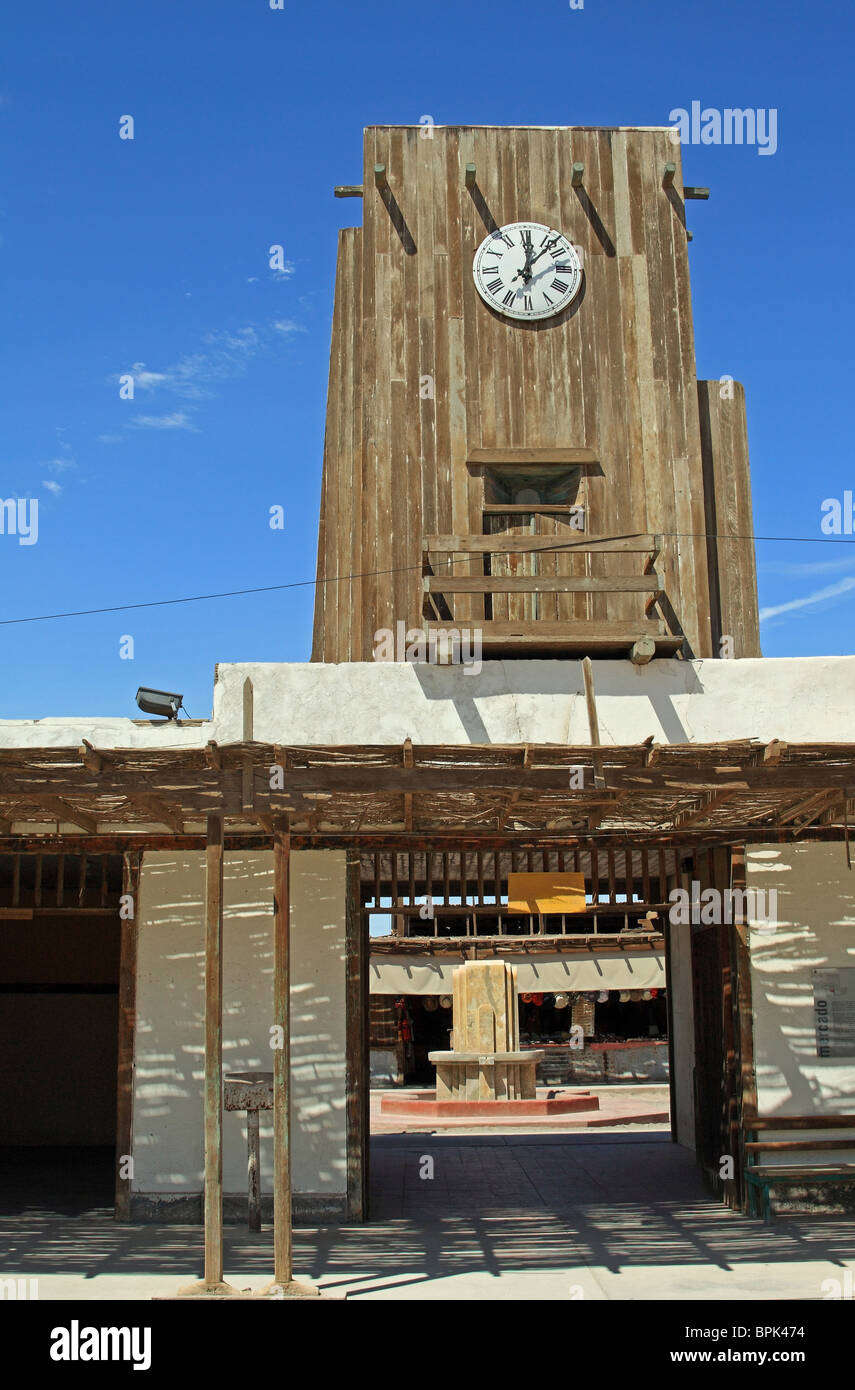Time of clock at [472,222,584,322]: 12:07
